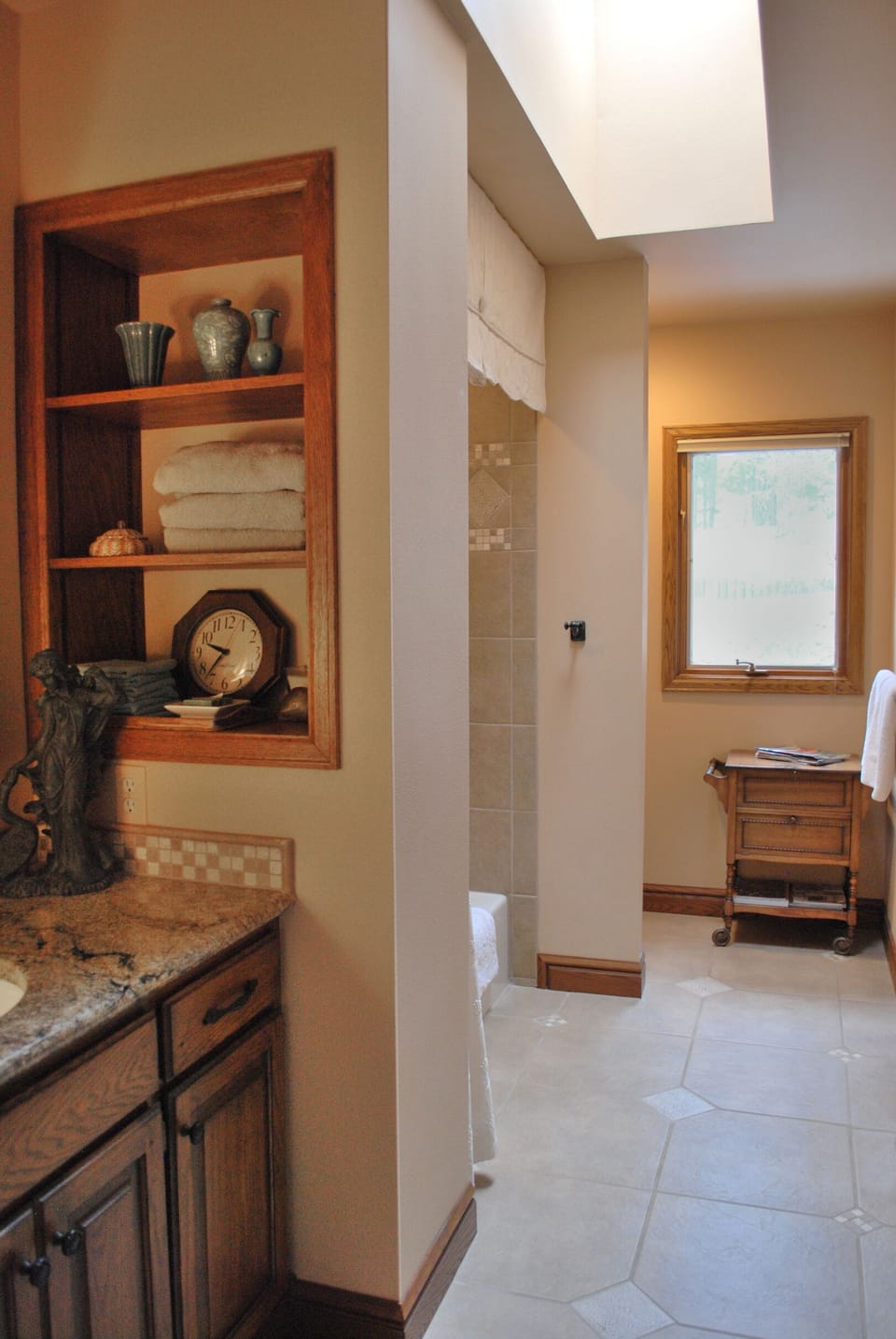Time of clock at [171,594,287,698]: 9:36
